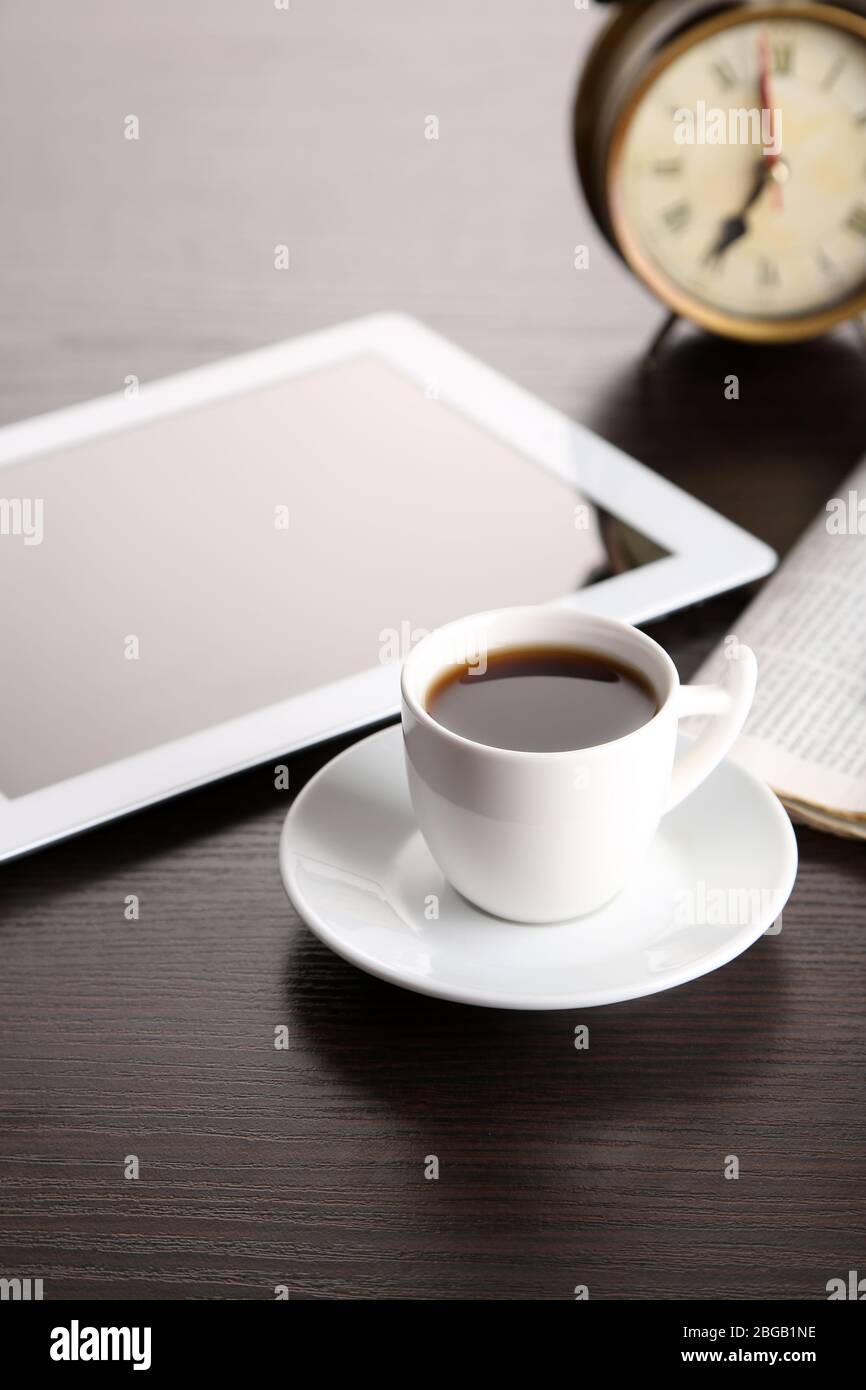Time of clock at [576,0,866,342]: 6:58
